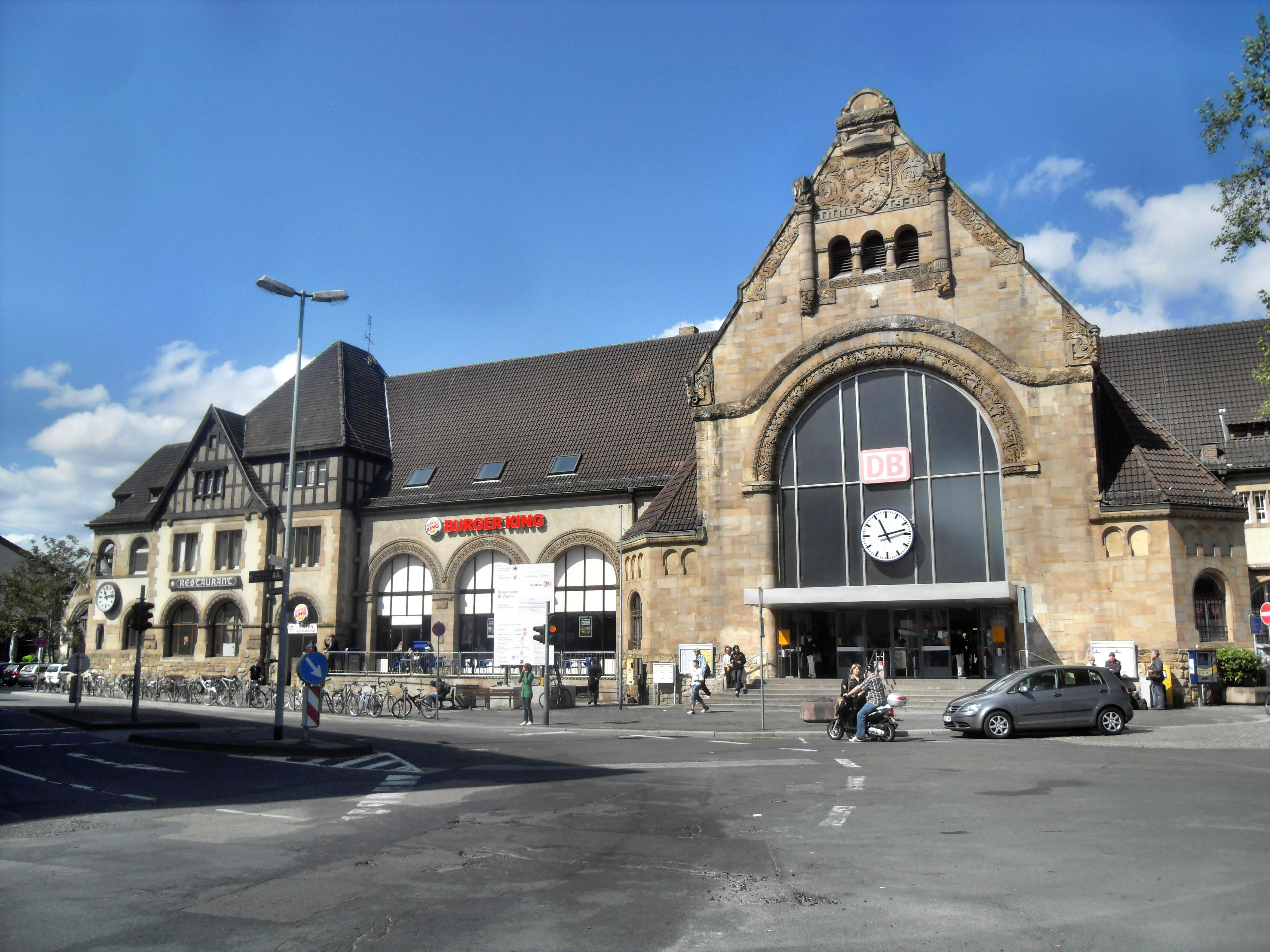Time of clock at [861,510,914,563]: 11:12
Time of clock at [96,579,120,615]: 11:13
